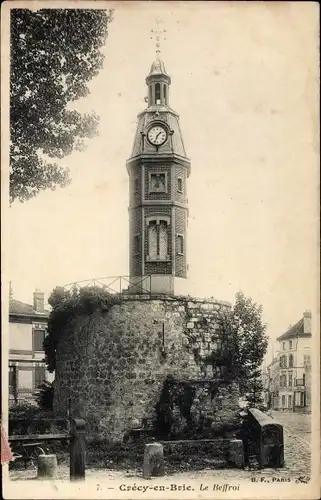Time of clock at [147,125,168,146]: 1:33
